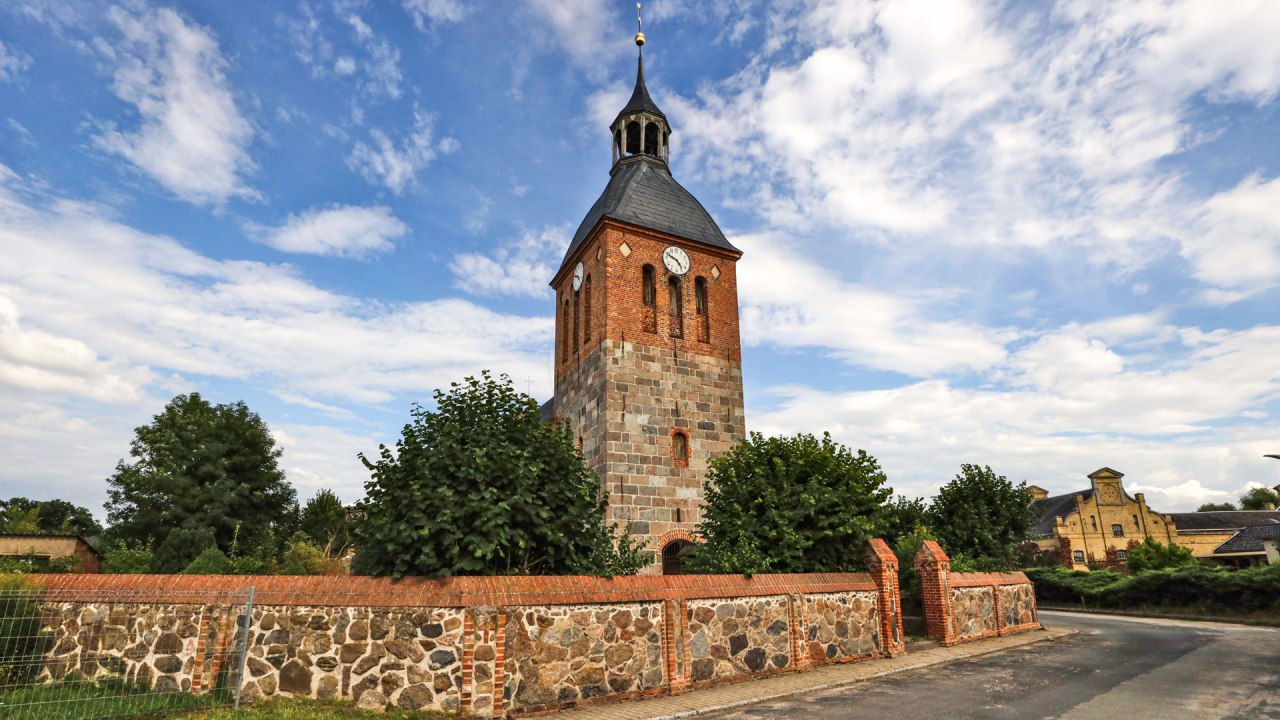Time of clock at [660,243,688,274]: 4:48
